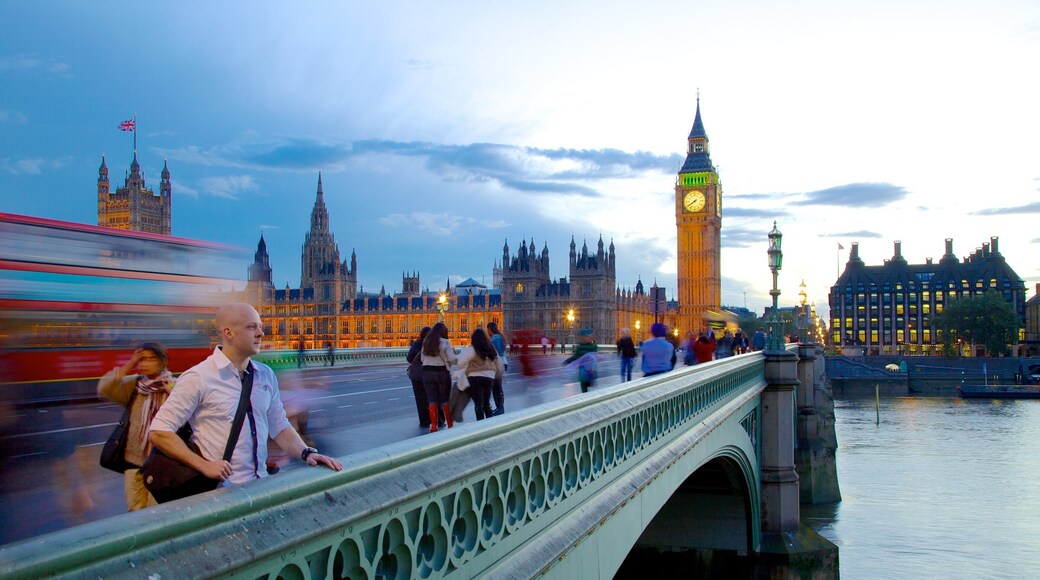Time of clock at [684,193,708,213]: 7:39
